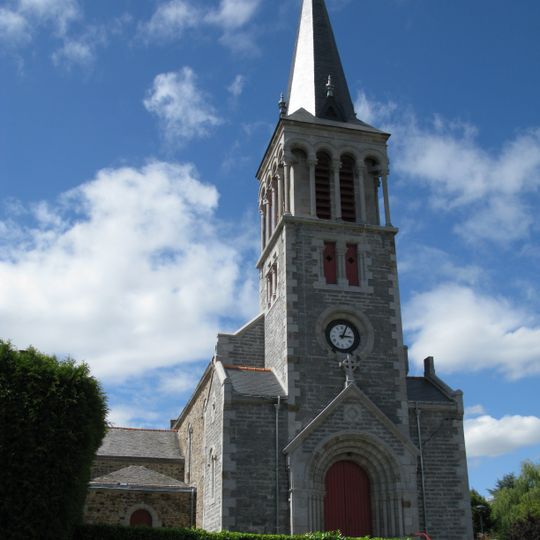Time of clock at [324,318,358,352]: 3:04
